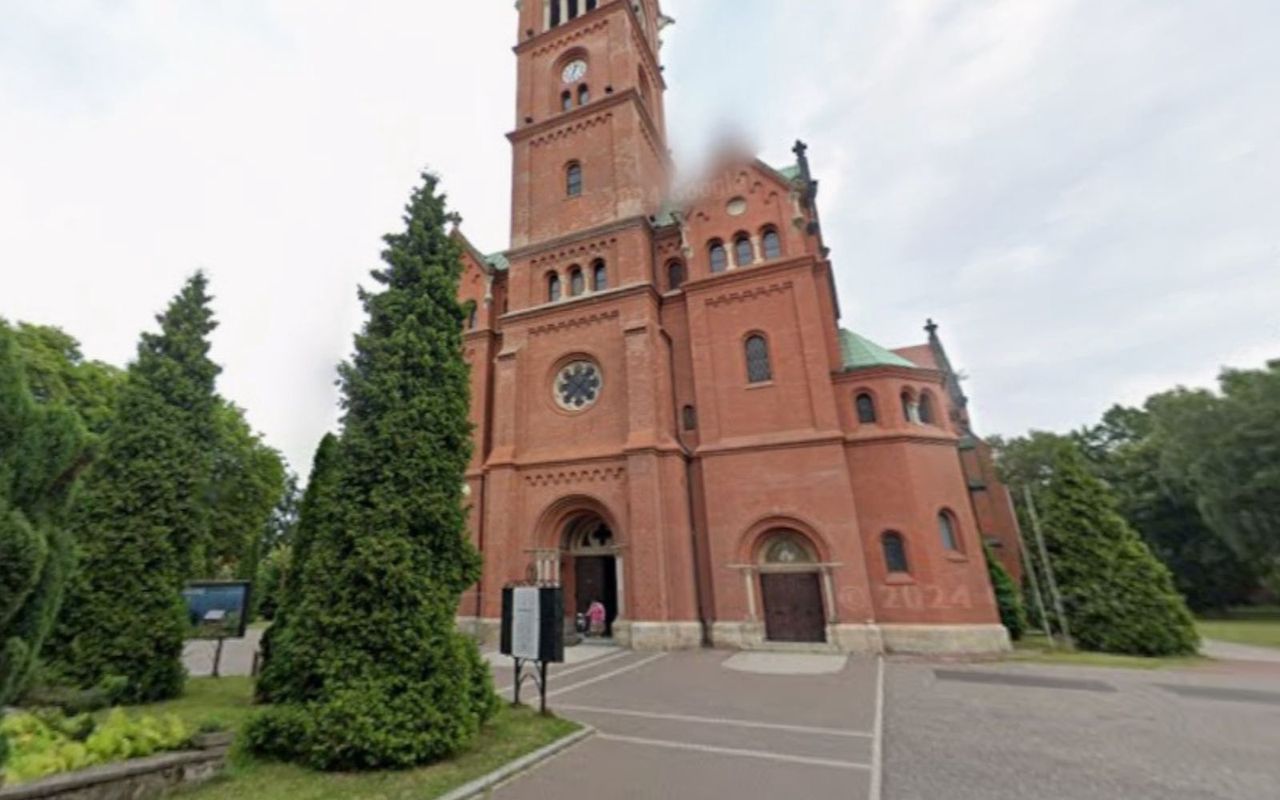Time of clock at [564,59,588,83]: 12:32
